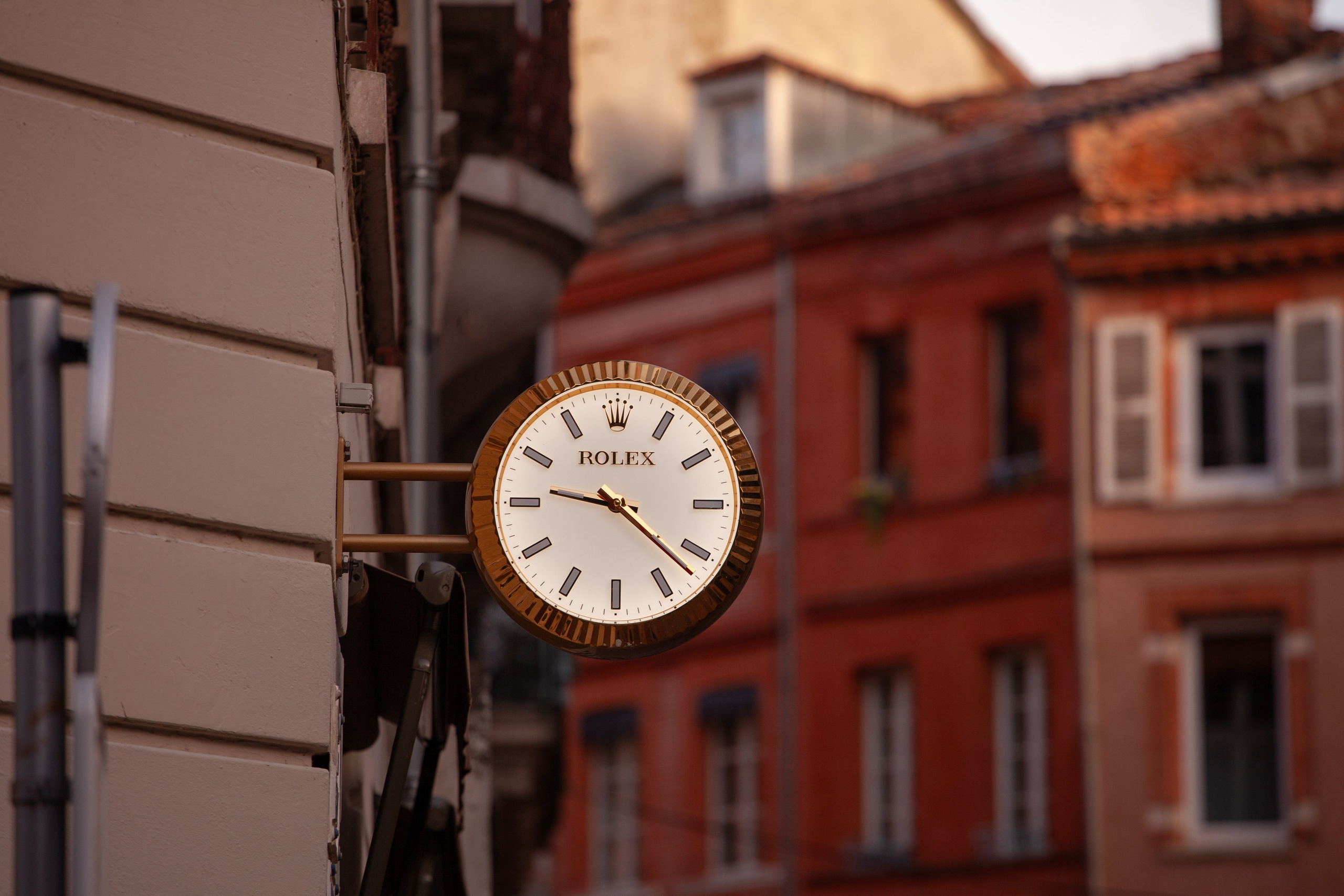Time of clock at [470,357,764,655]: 9:21
